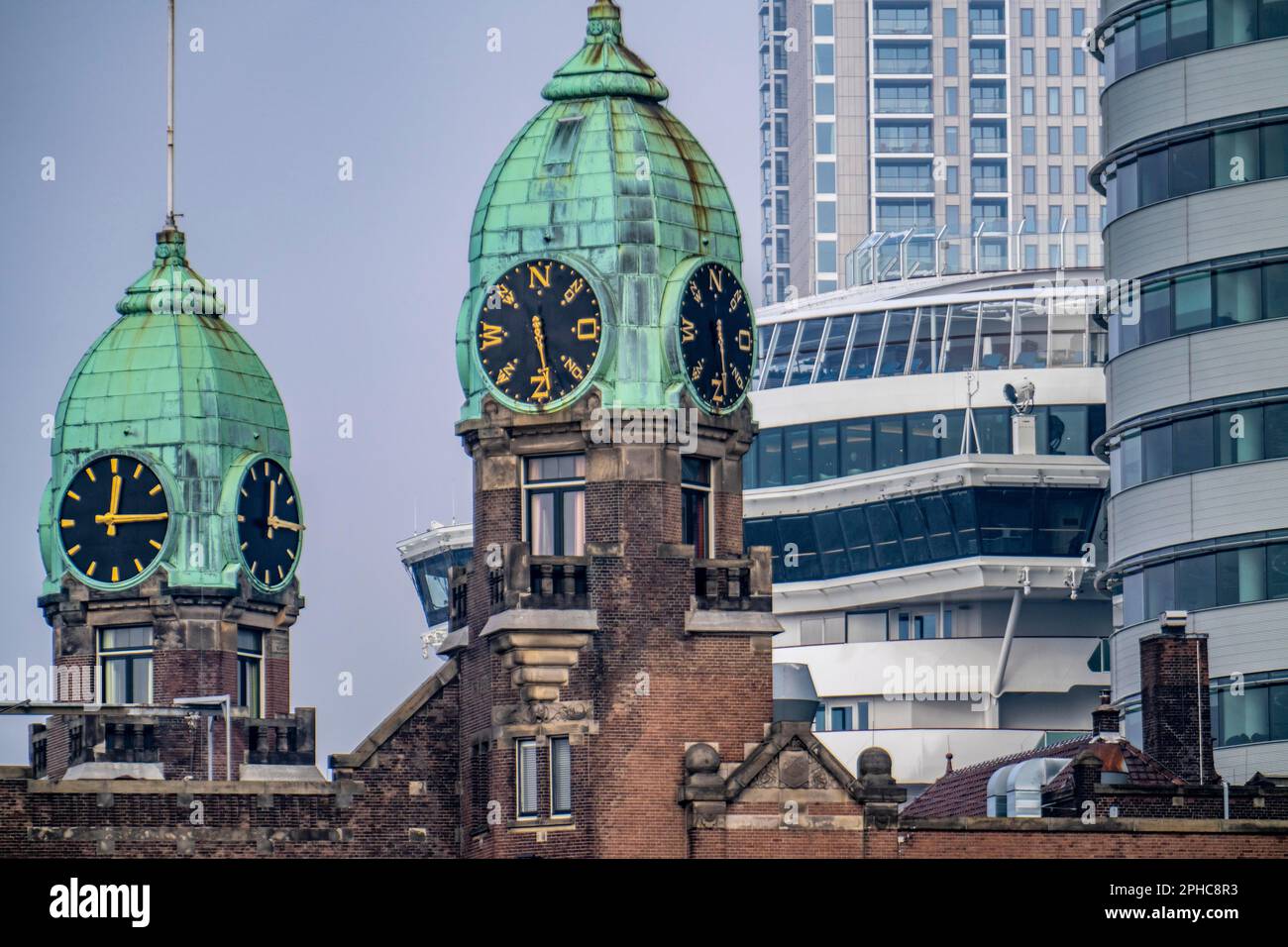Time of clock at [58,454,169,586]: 12:15
